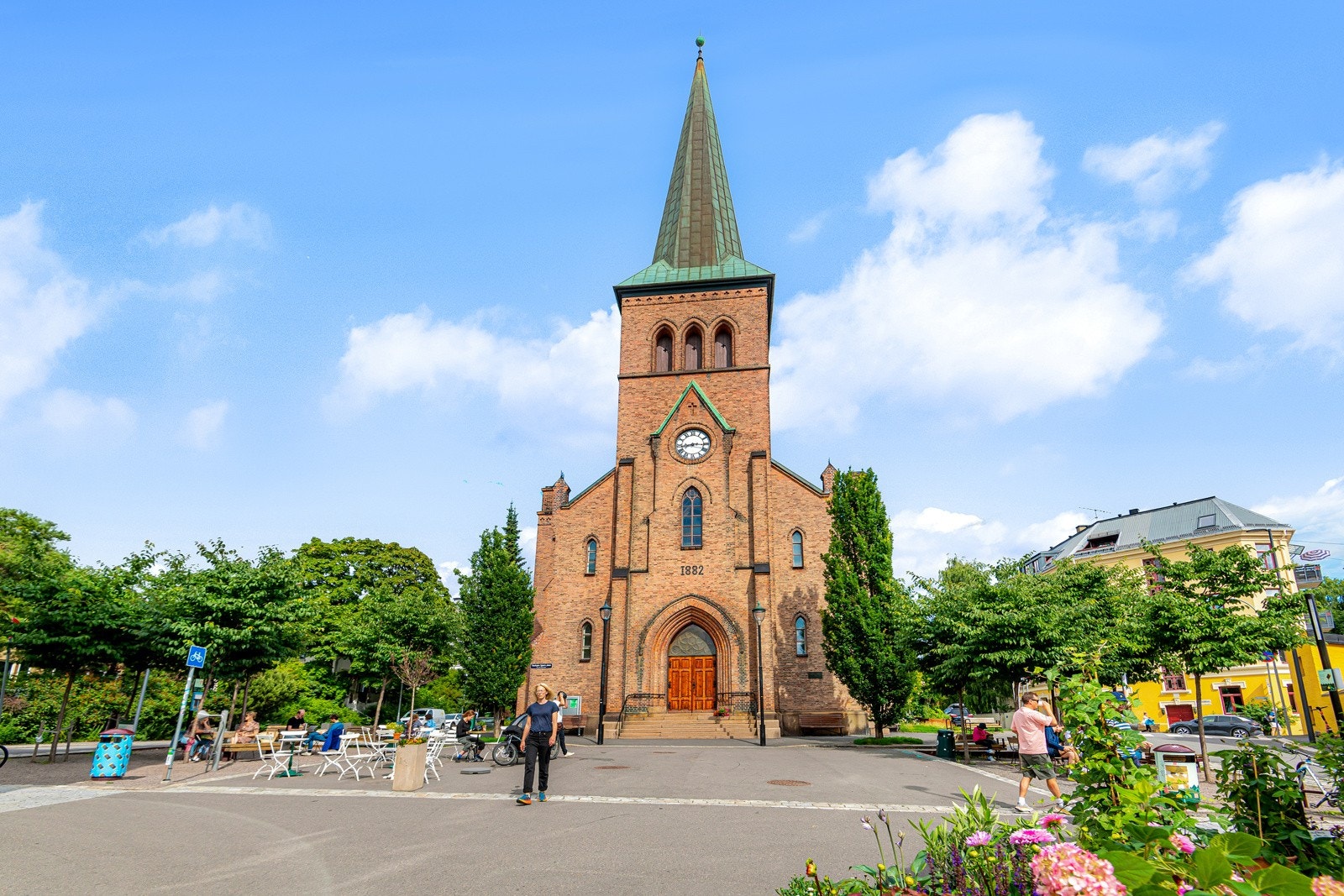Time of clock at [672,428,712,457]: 8:16
